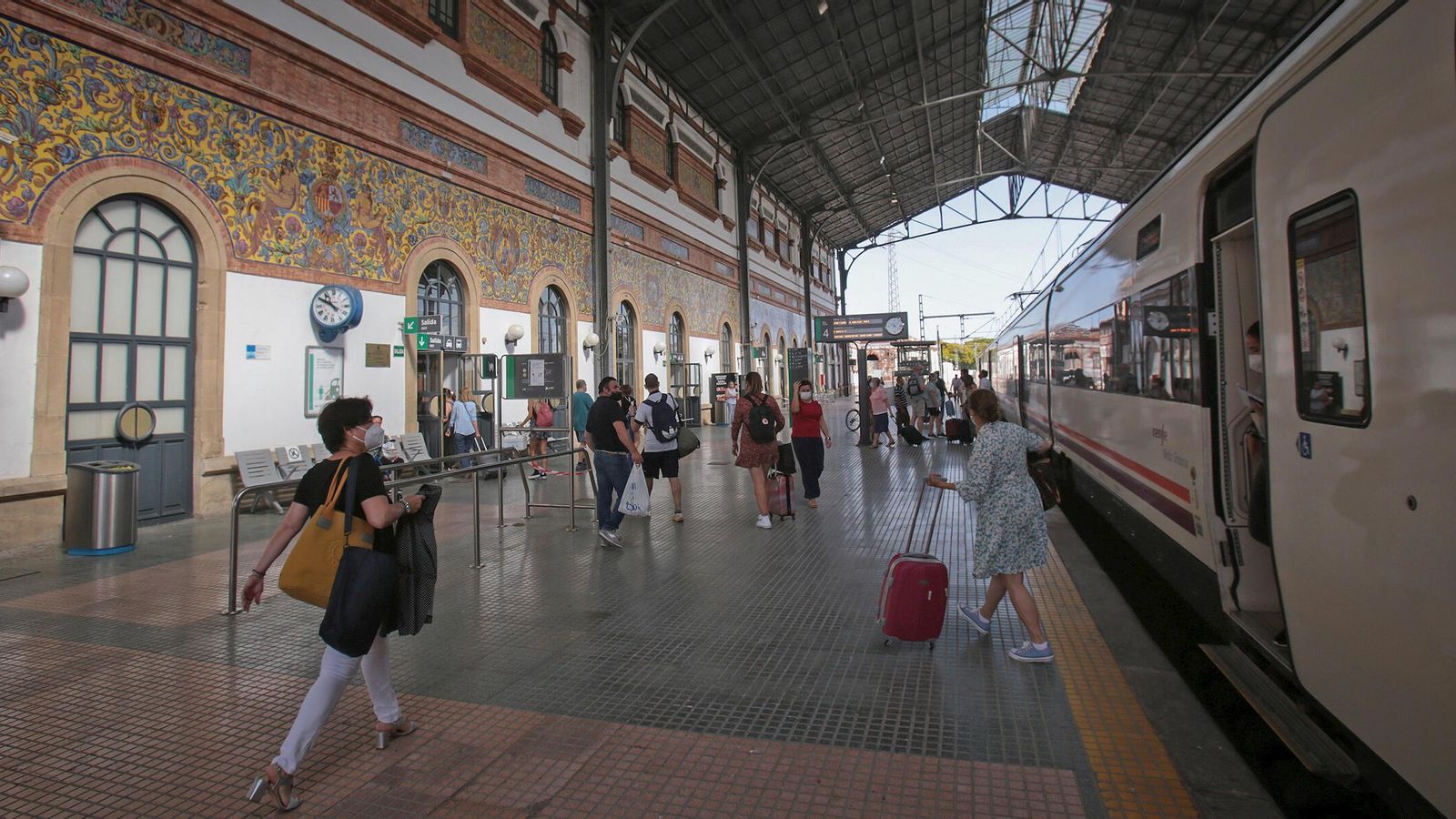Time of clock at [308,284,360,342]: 10:50
